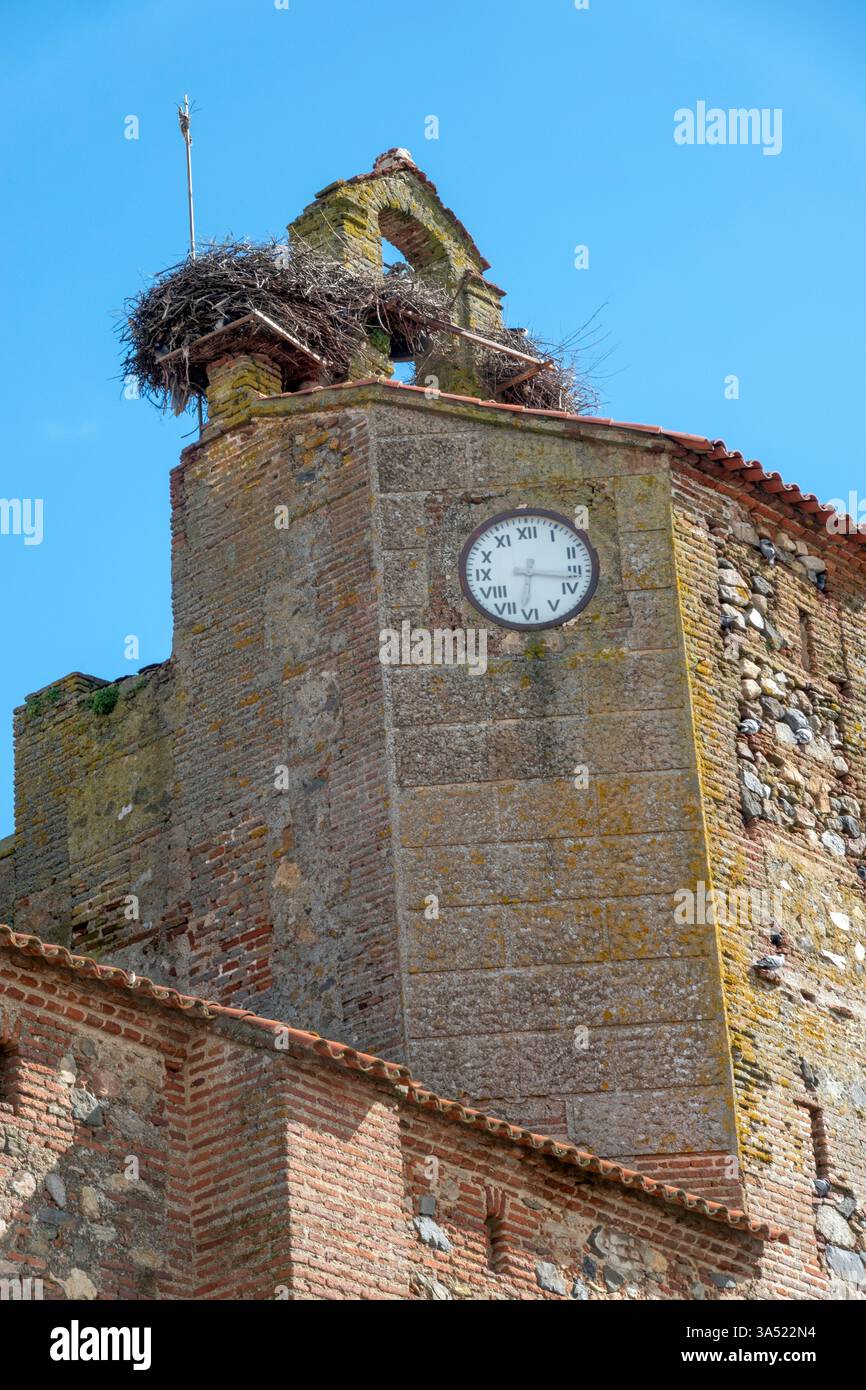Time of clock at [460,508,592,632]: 6:16
